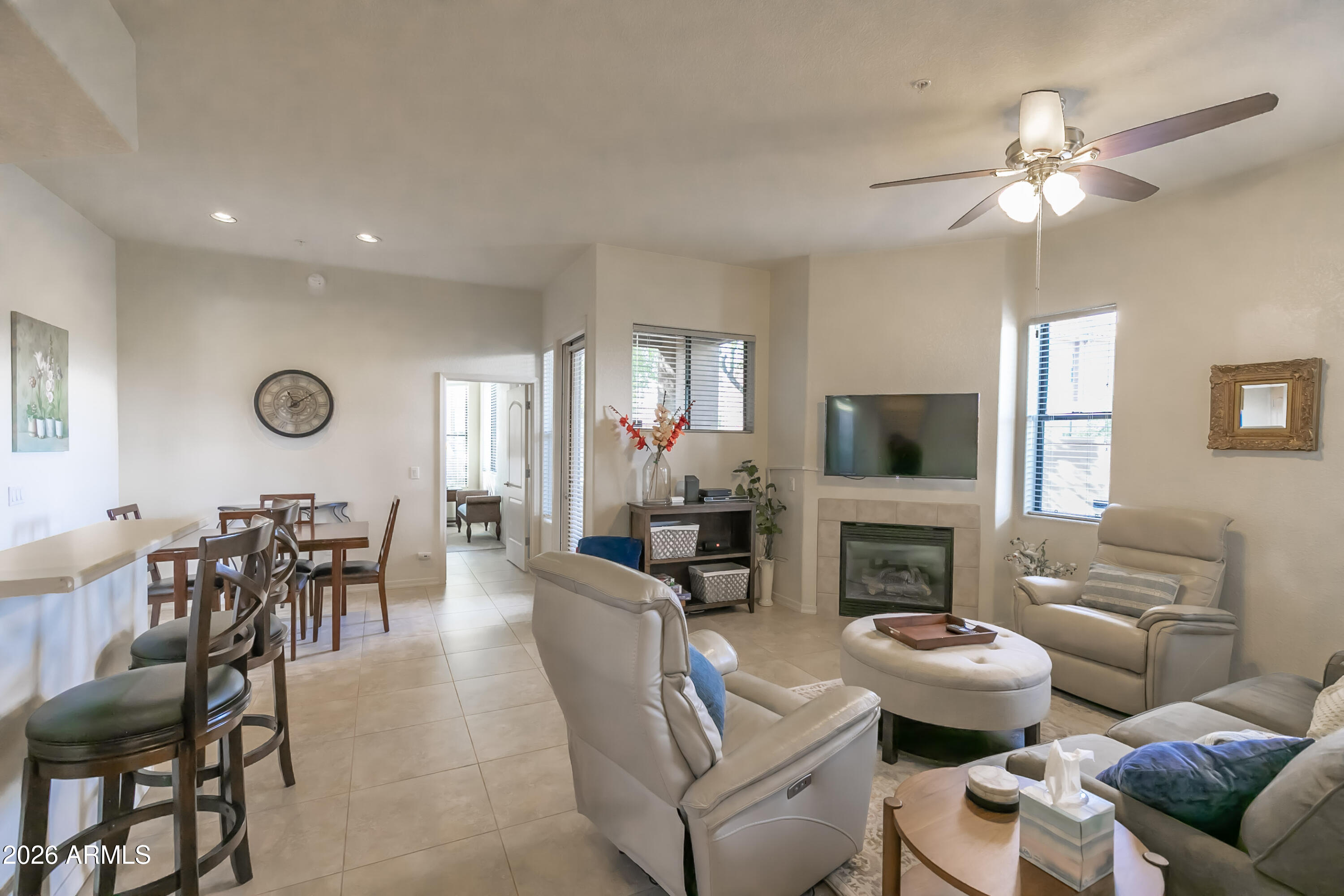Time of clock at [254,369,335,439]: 11:09
